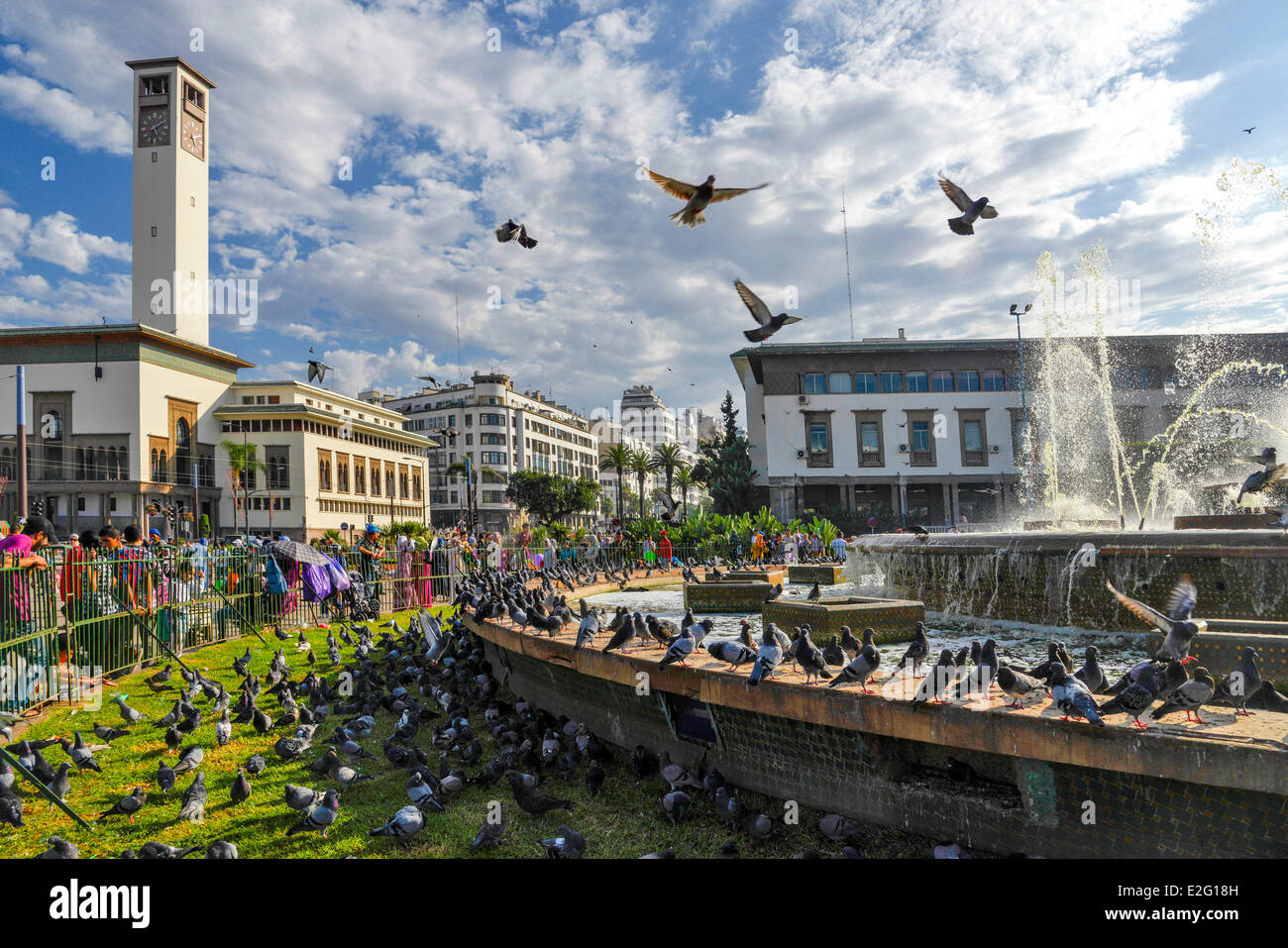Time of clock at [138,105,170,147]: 5:09
